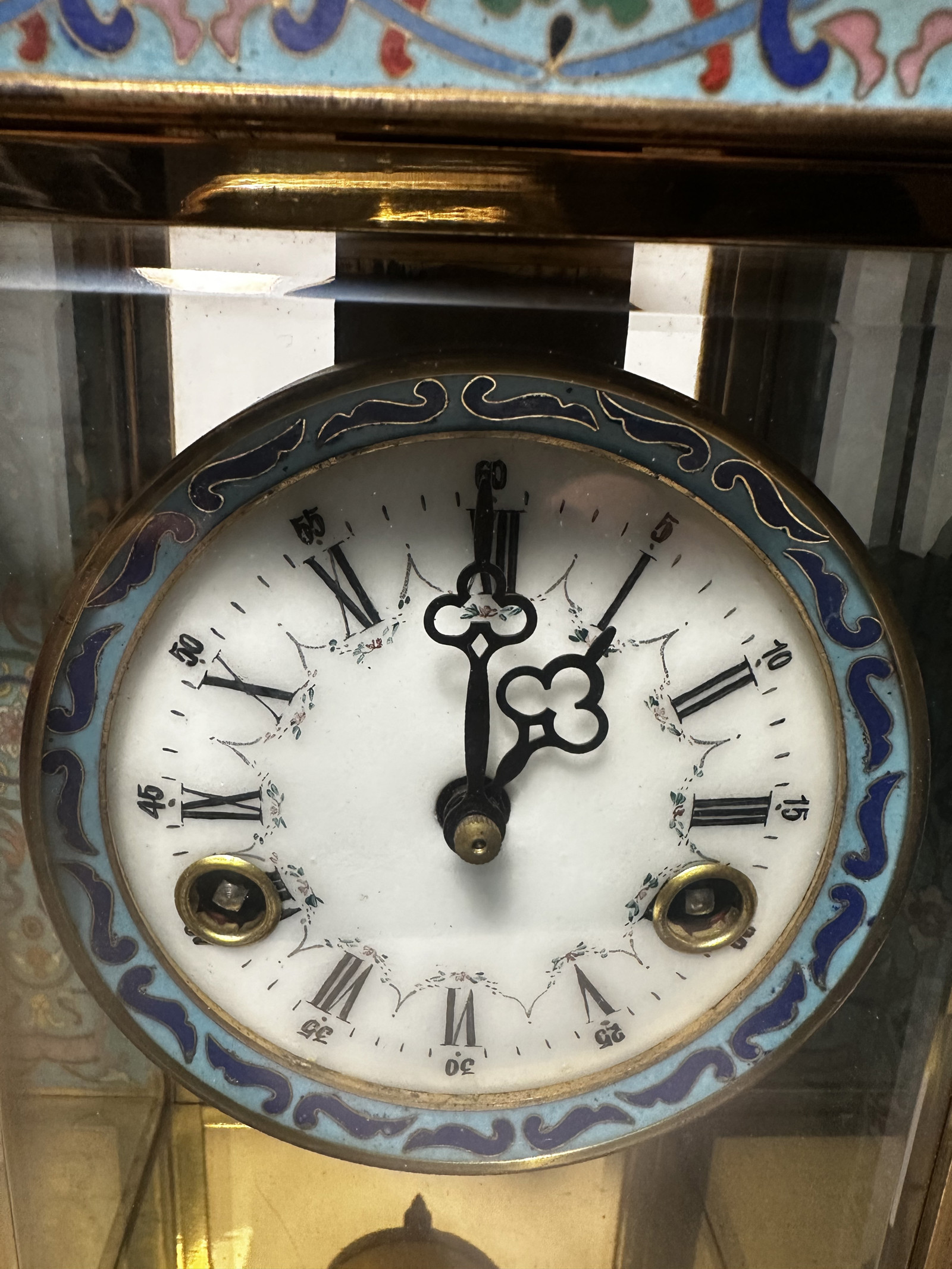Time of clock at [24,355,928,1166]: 1:00
